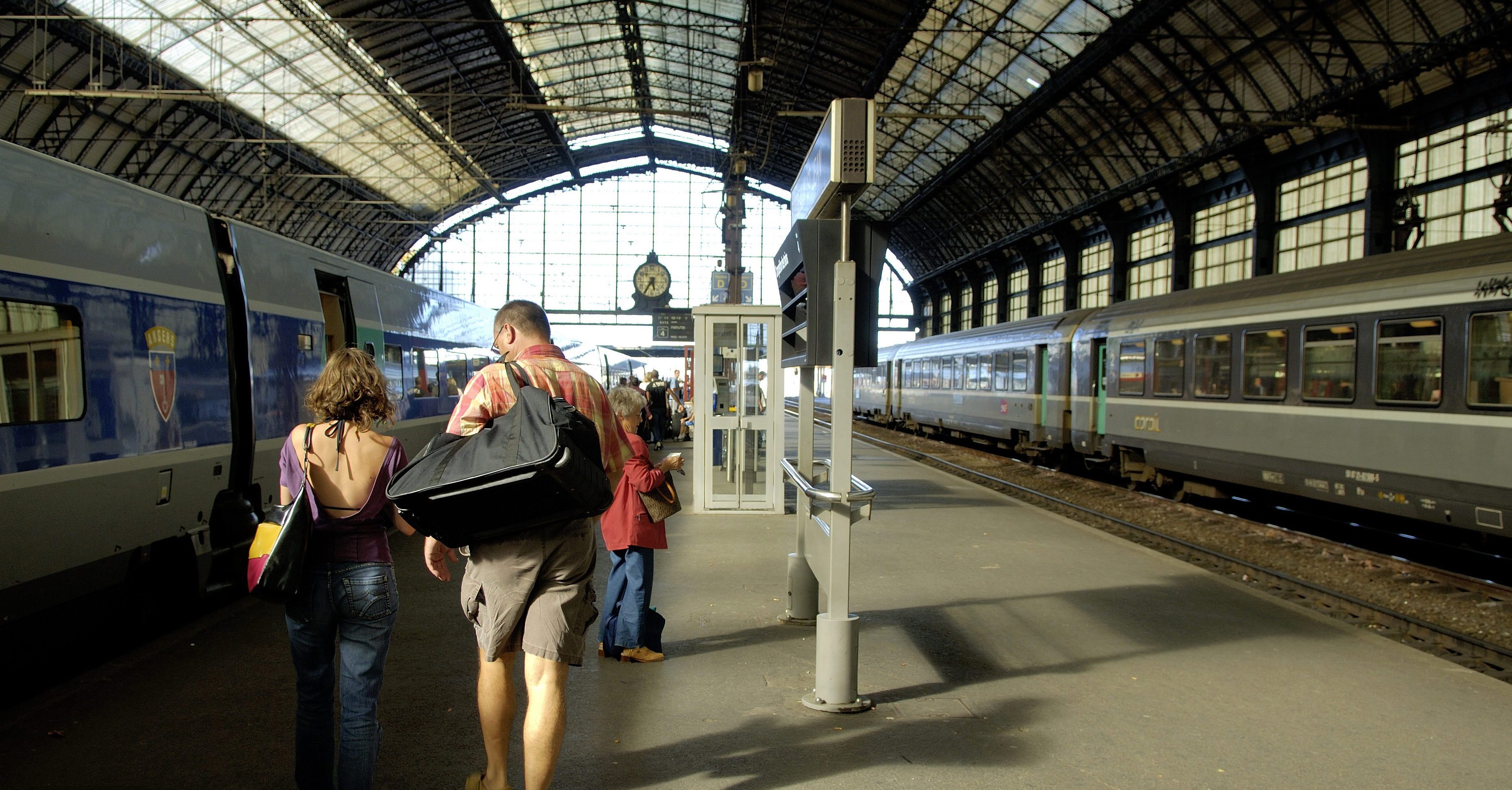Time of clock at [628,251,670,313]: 5:35
